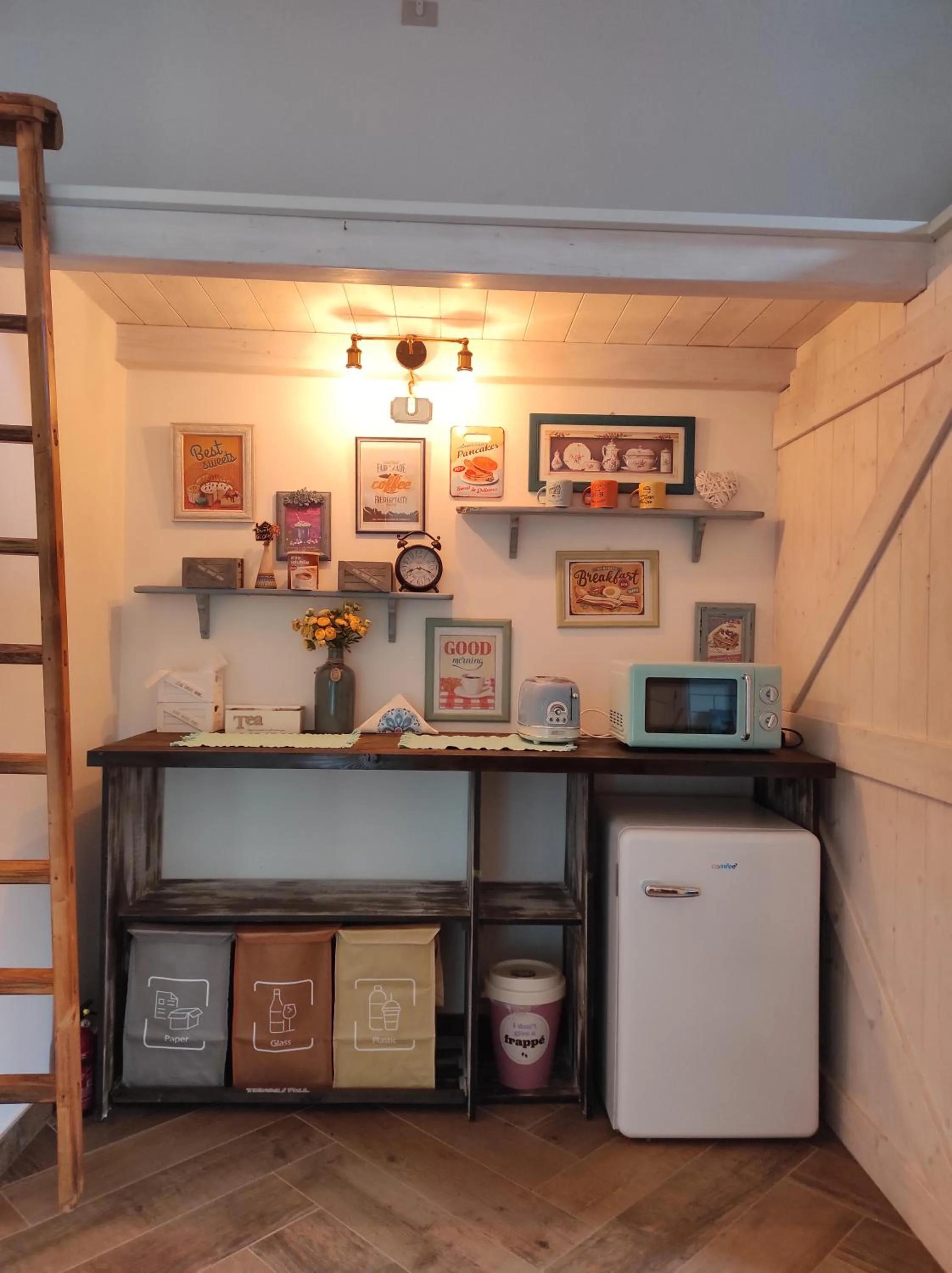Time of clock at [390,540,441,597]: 8:18
